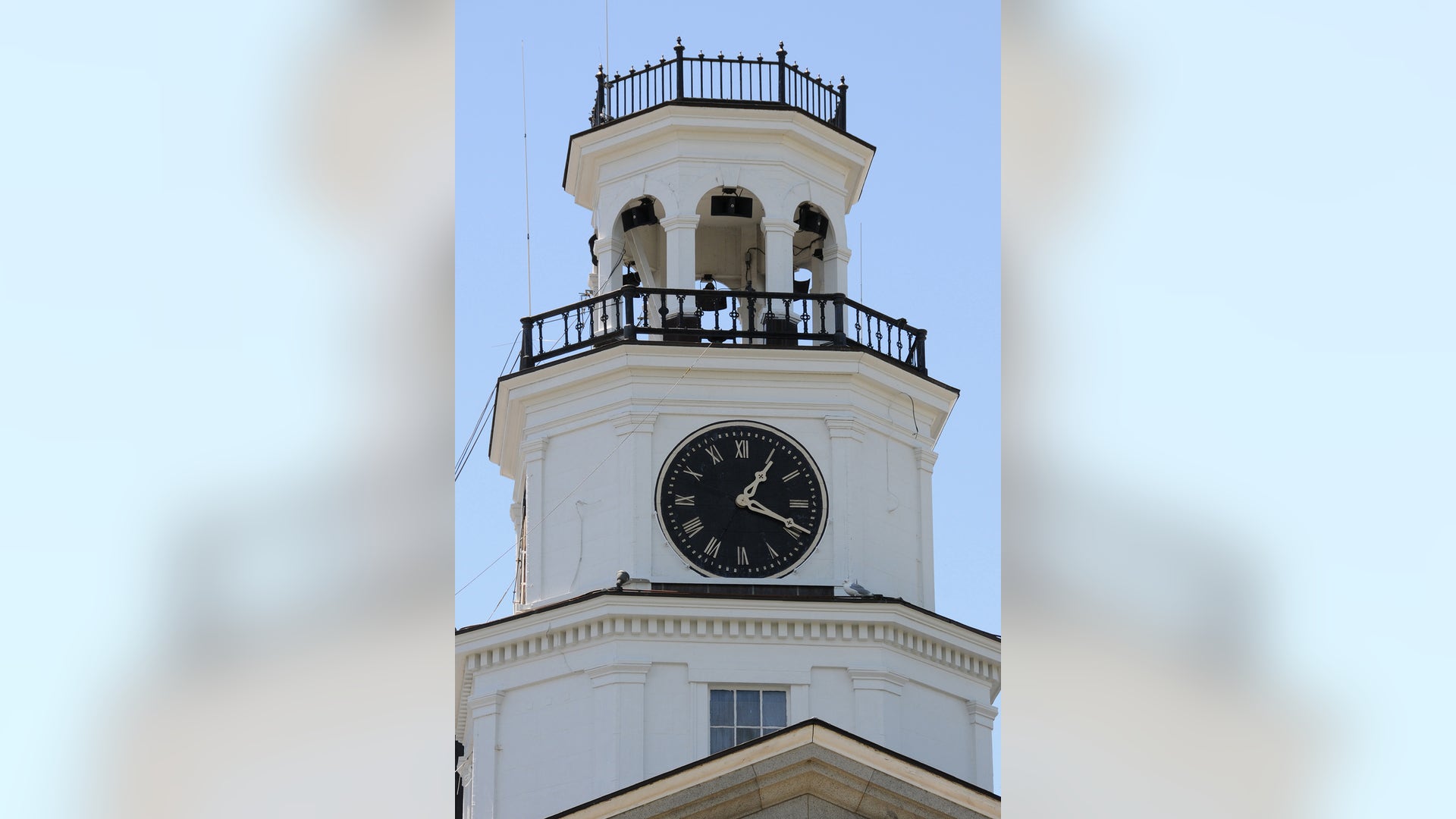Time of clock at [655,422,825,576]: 1:18
